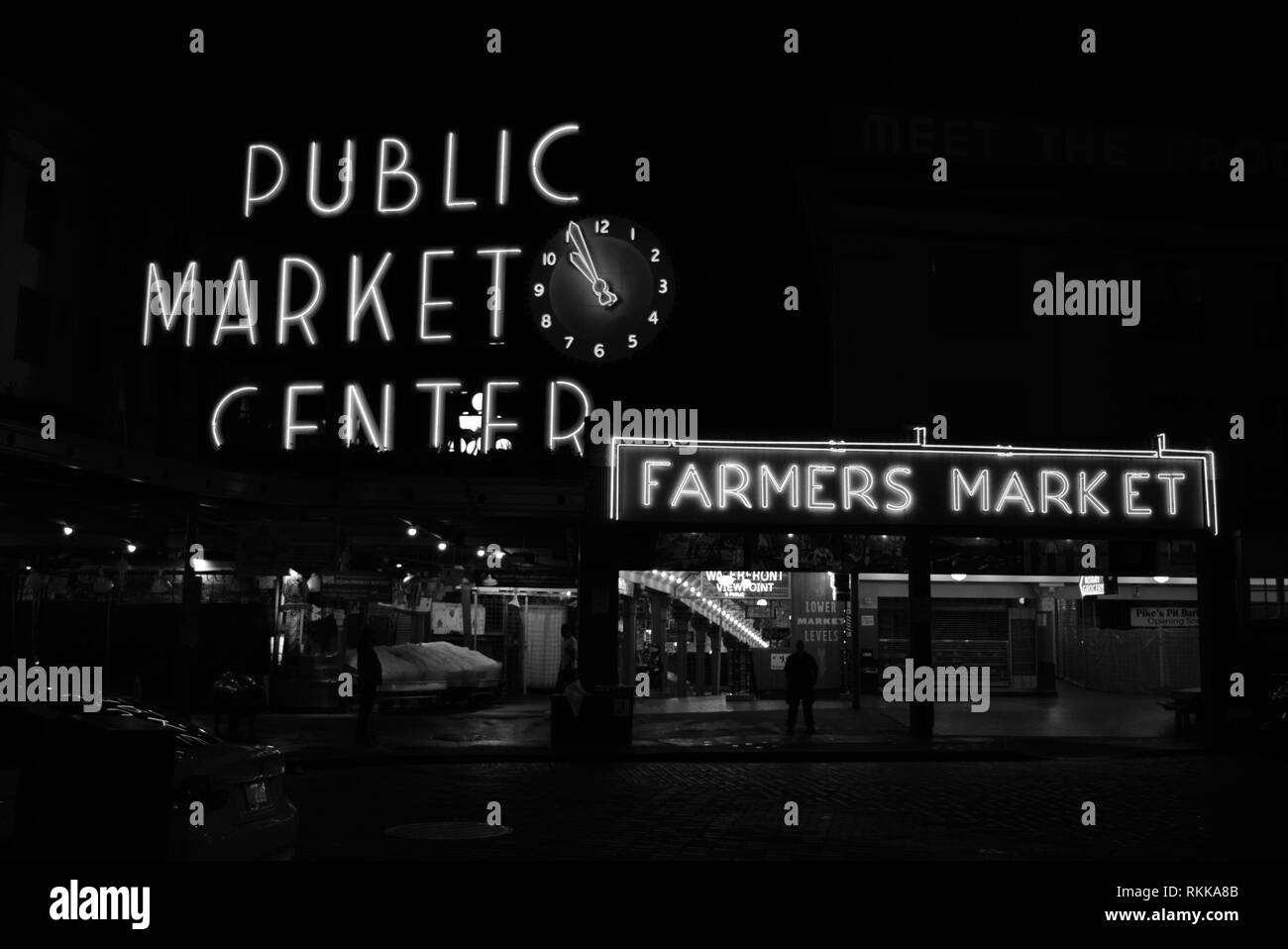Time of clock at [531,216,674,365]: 10:56
